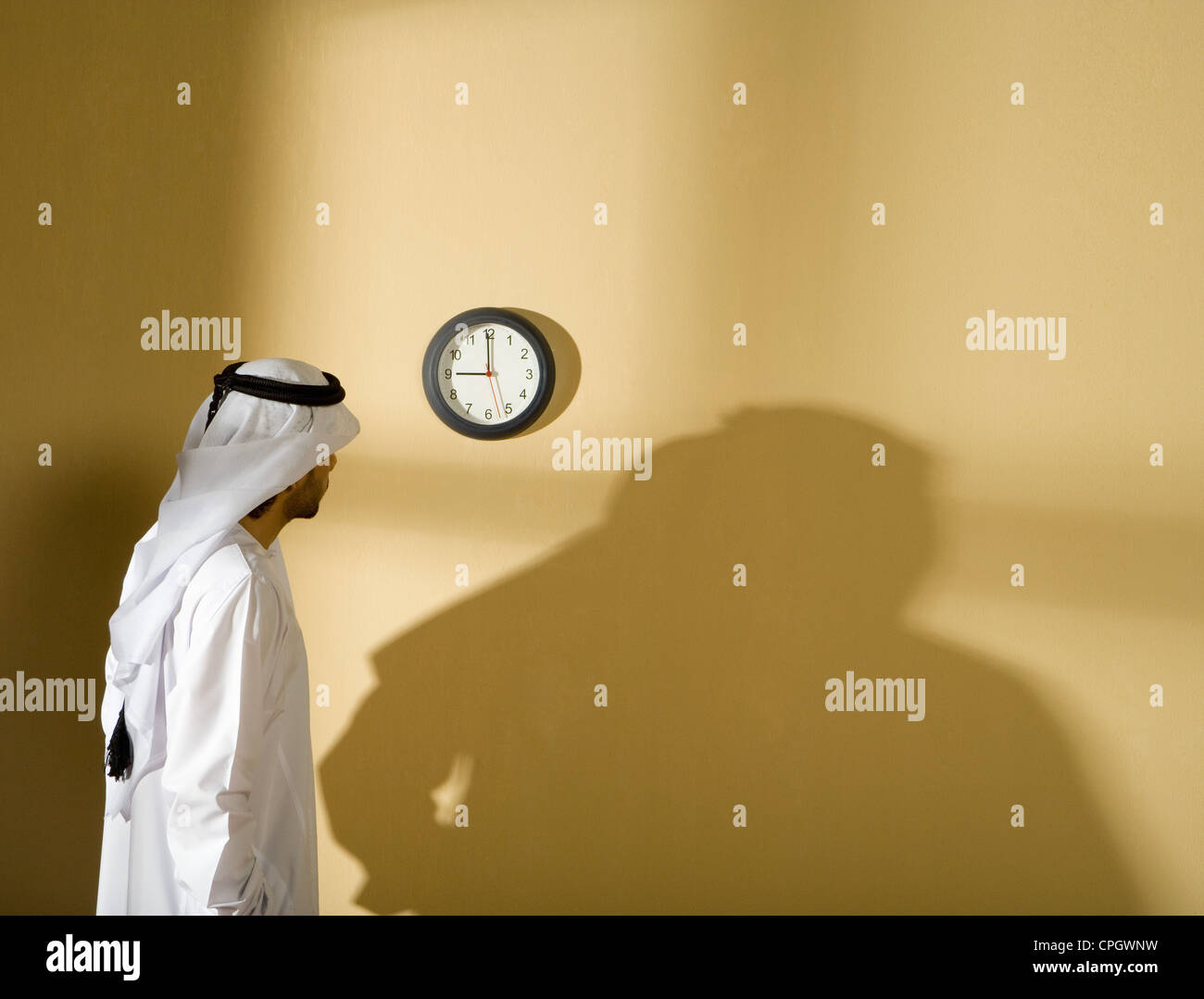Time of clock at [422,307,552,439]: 8:59
